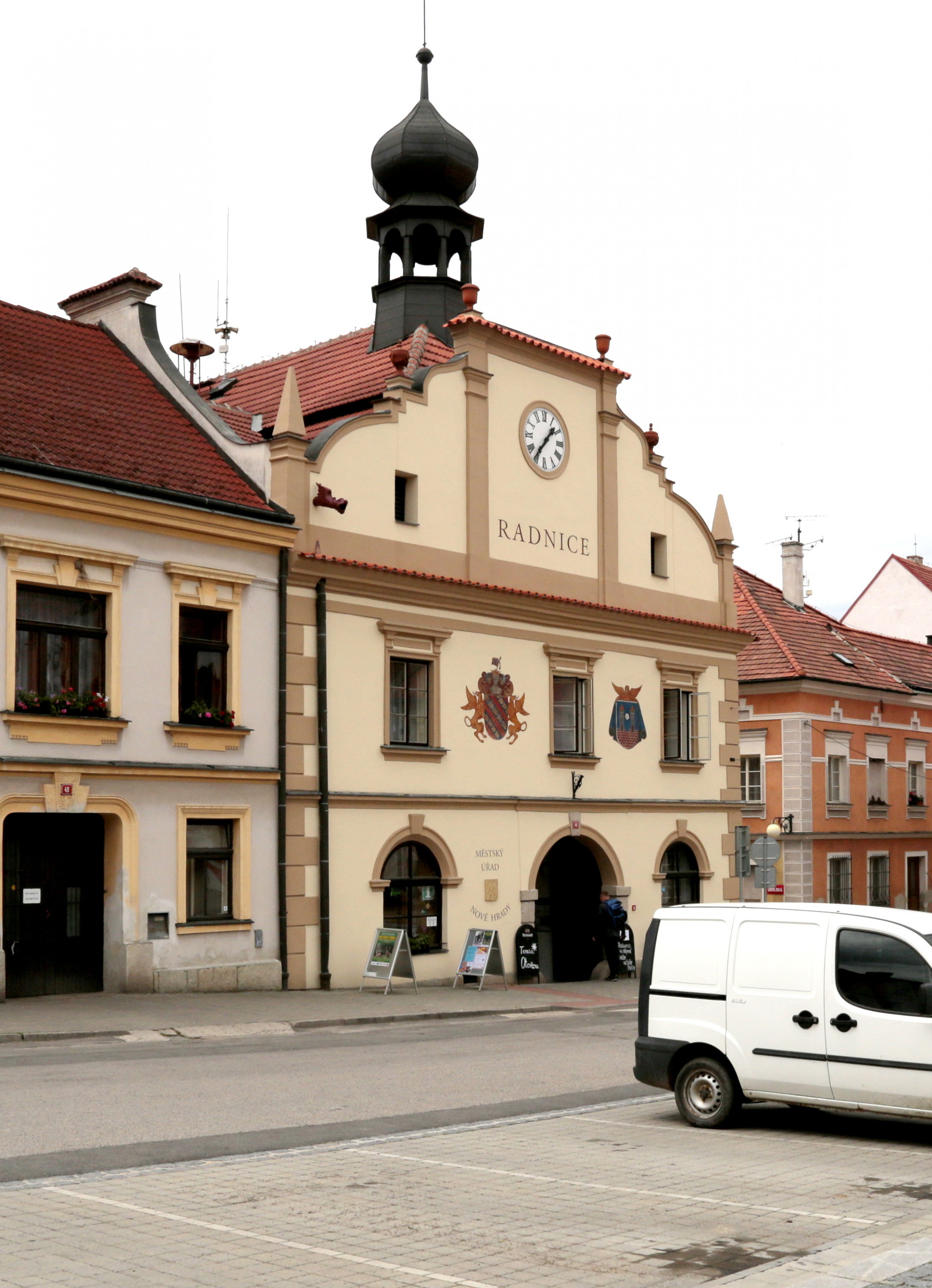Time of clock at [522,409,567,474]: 1:36
